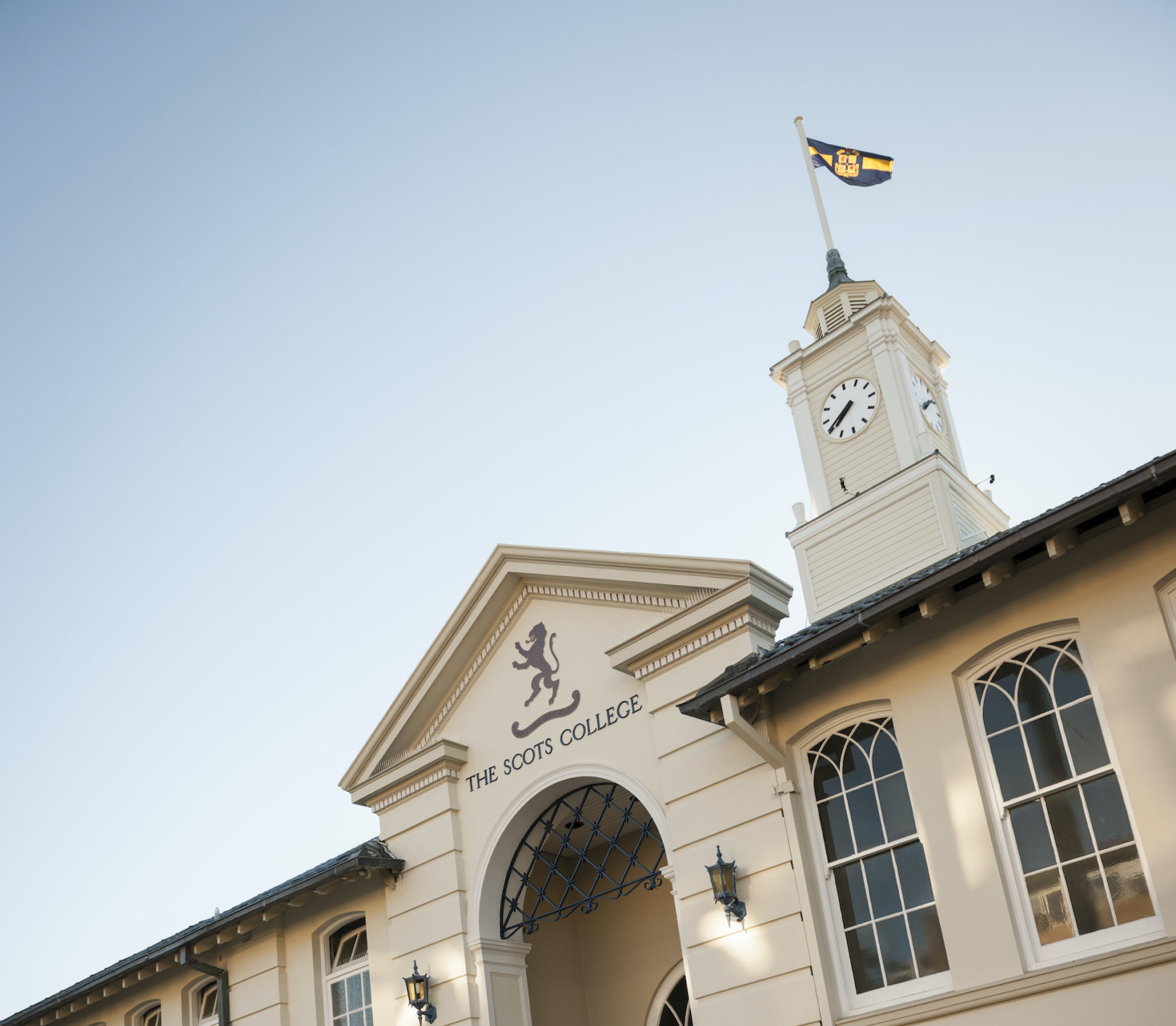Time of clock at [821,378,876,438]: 6:35
